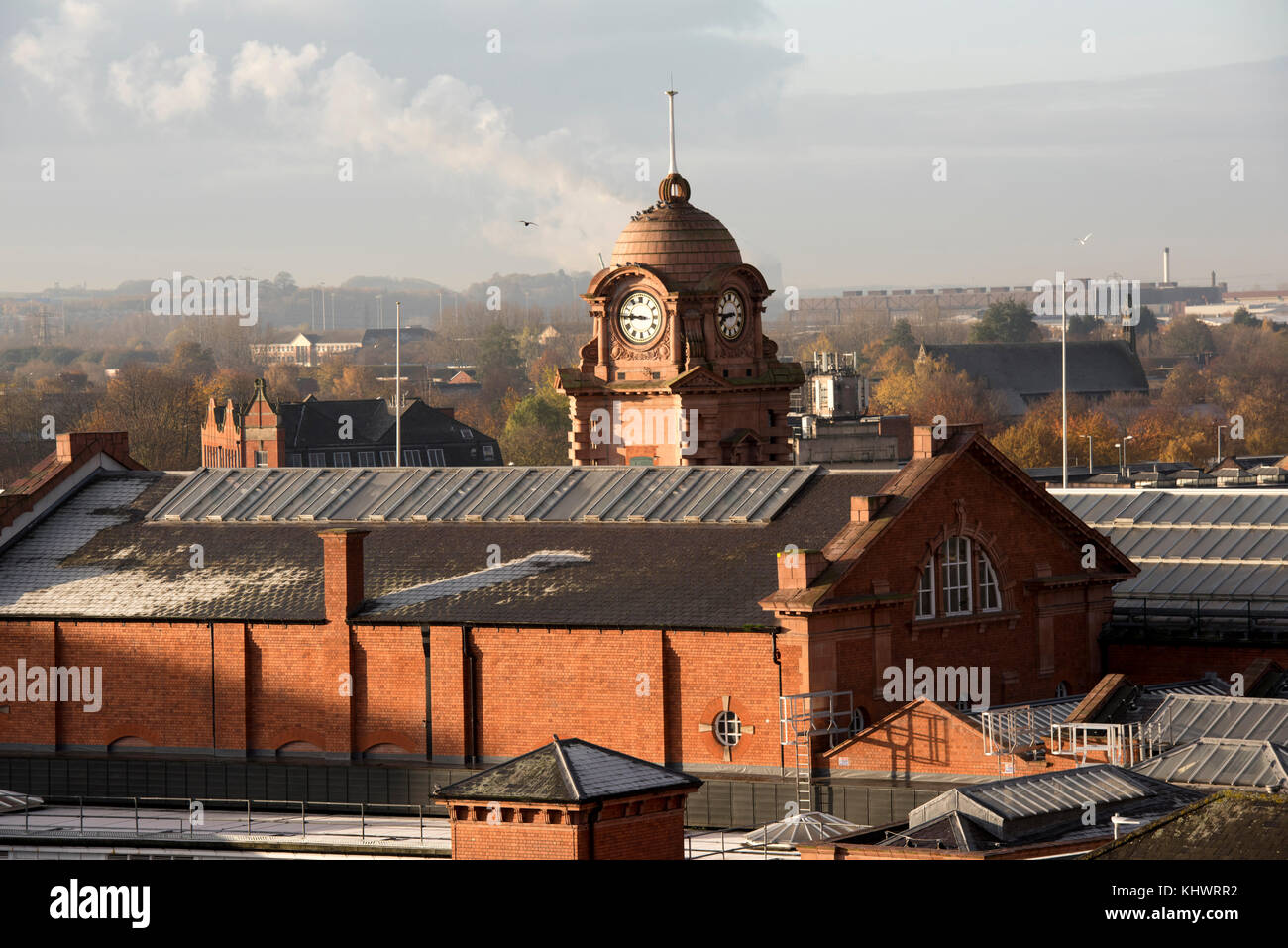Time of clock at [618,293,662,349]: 8:45
